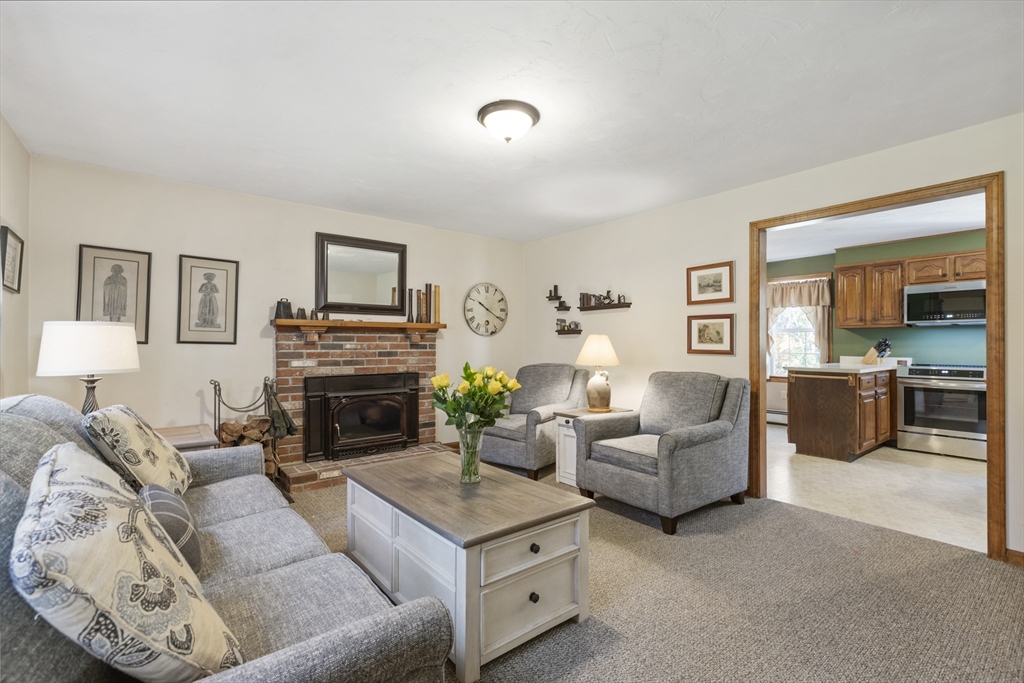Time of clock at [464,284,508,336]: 10:20
